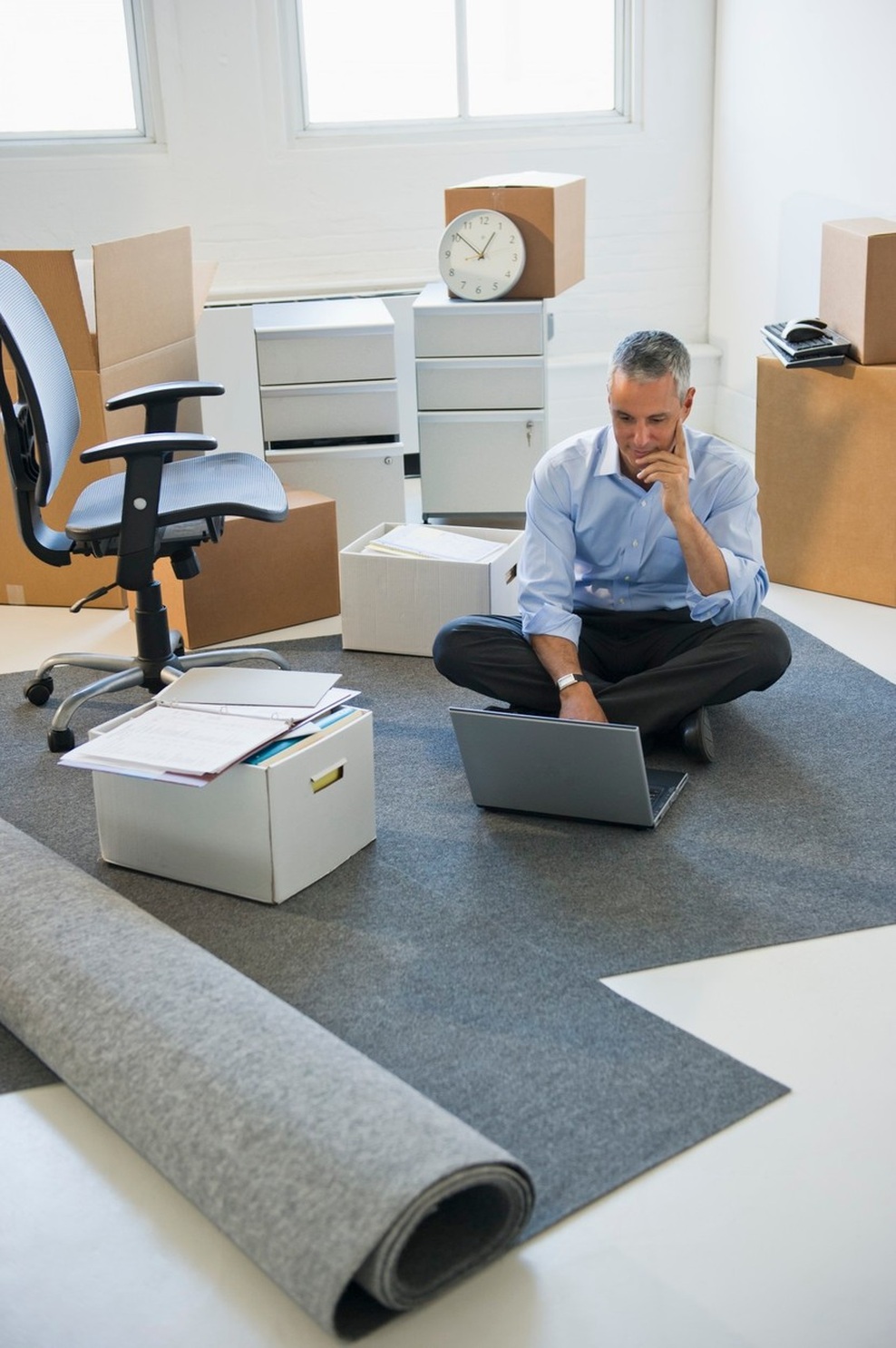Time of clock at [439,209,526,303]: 12:51
